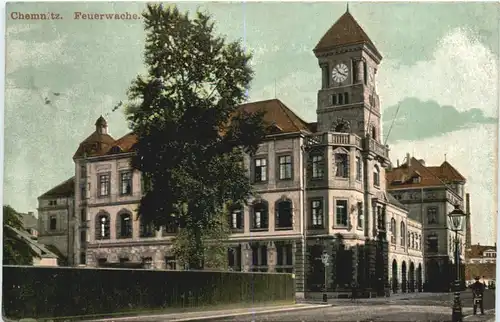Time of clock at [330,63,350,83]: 3:52
